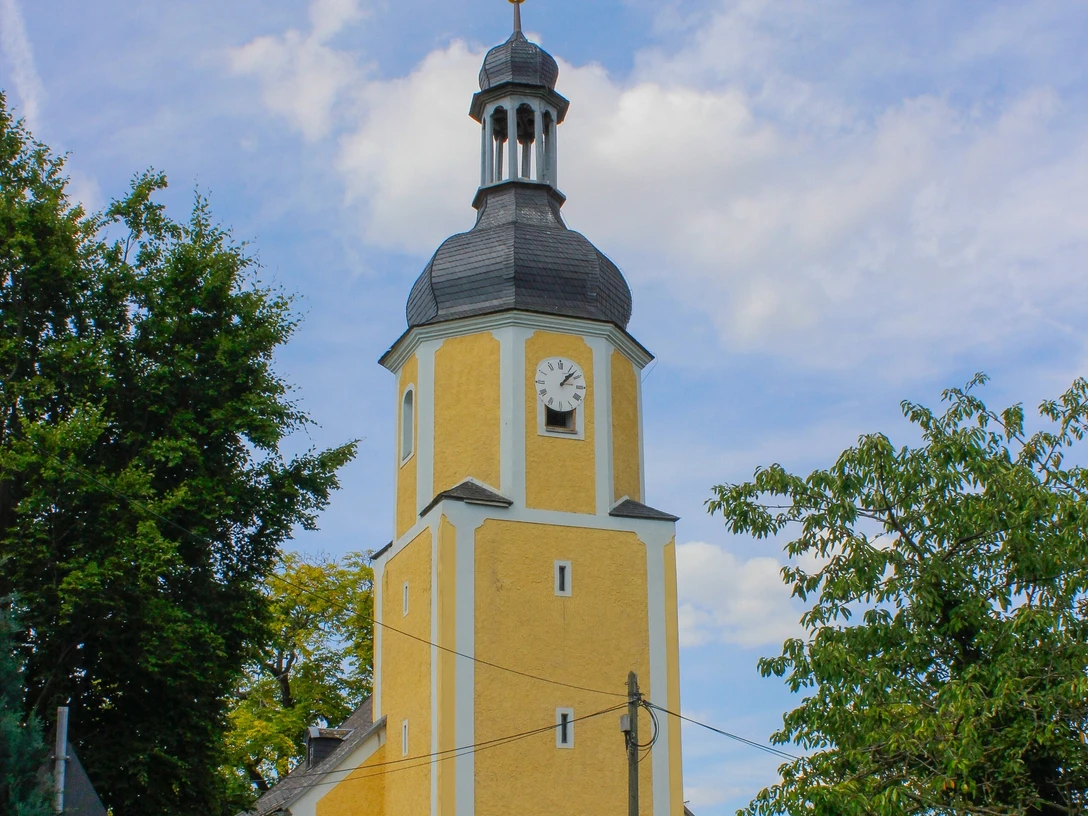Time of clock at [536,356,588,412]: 1:07
